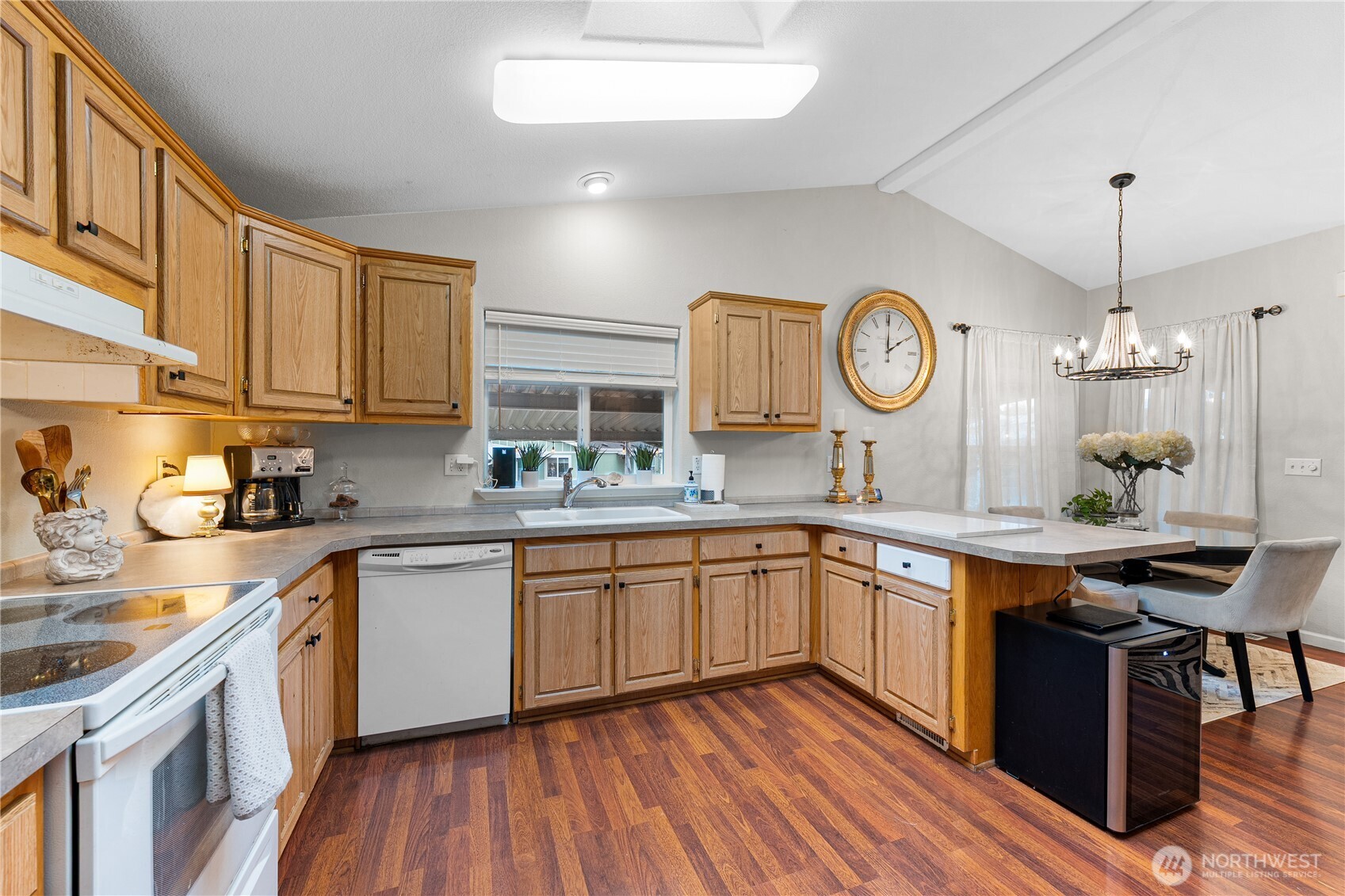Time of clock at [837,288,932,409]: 2:00
